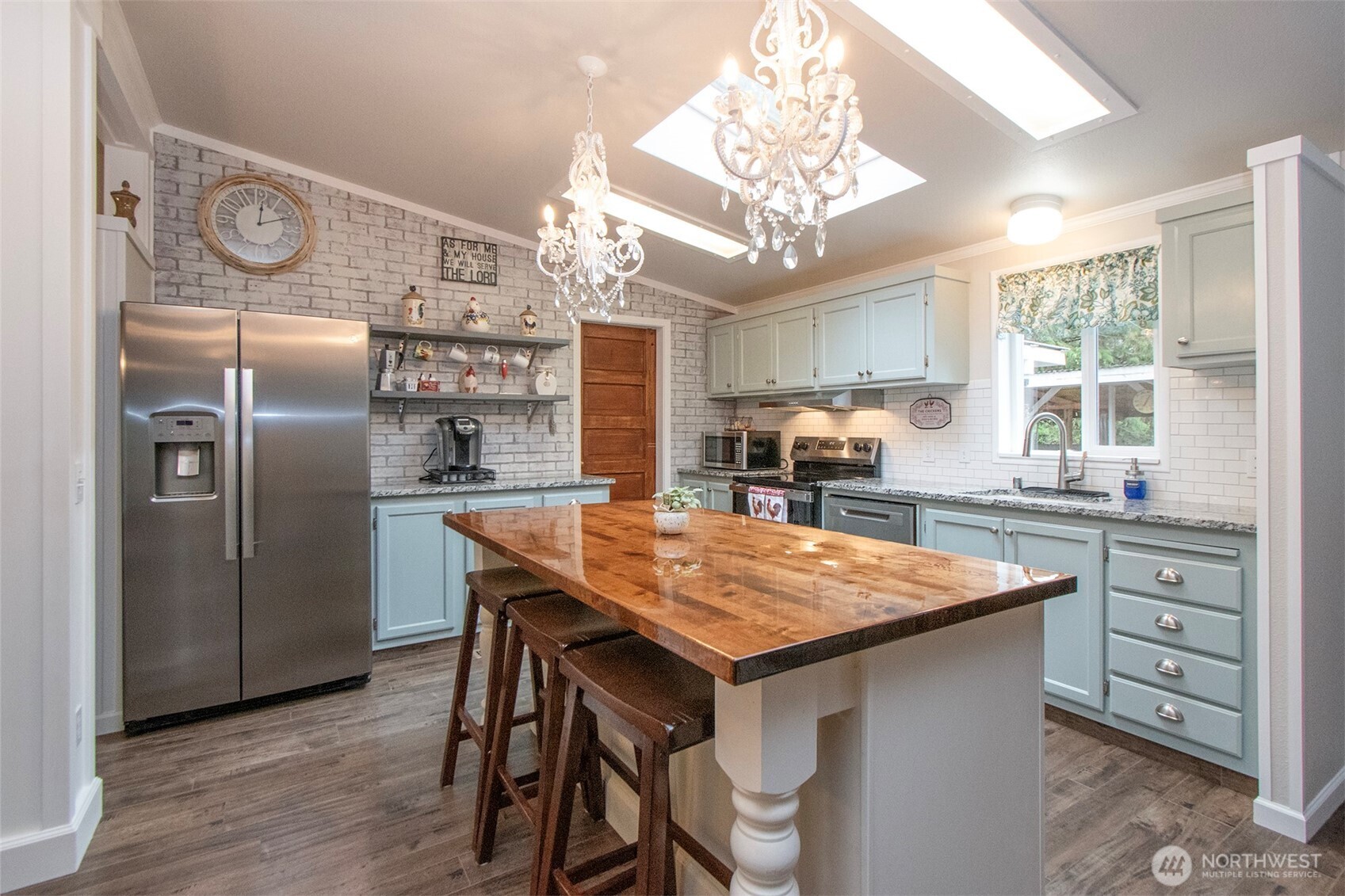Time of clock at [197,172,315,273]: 12:11
